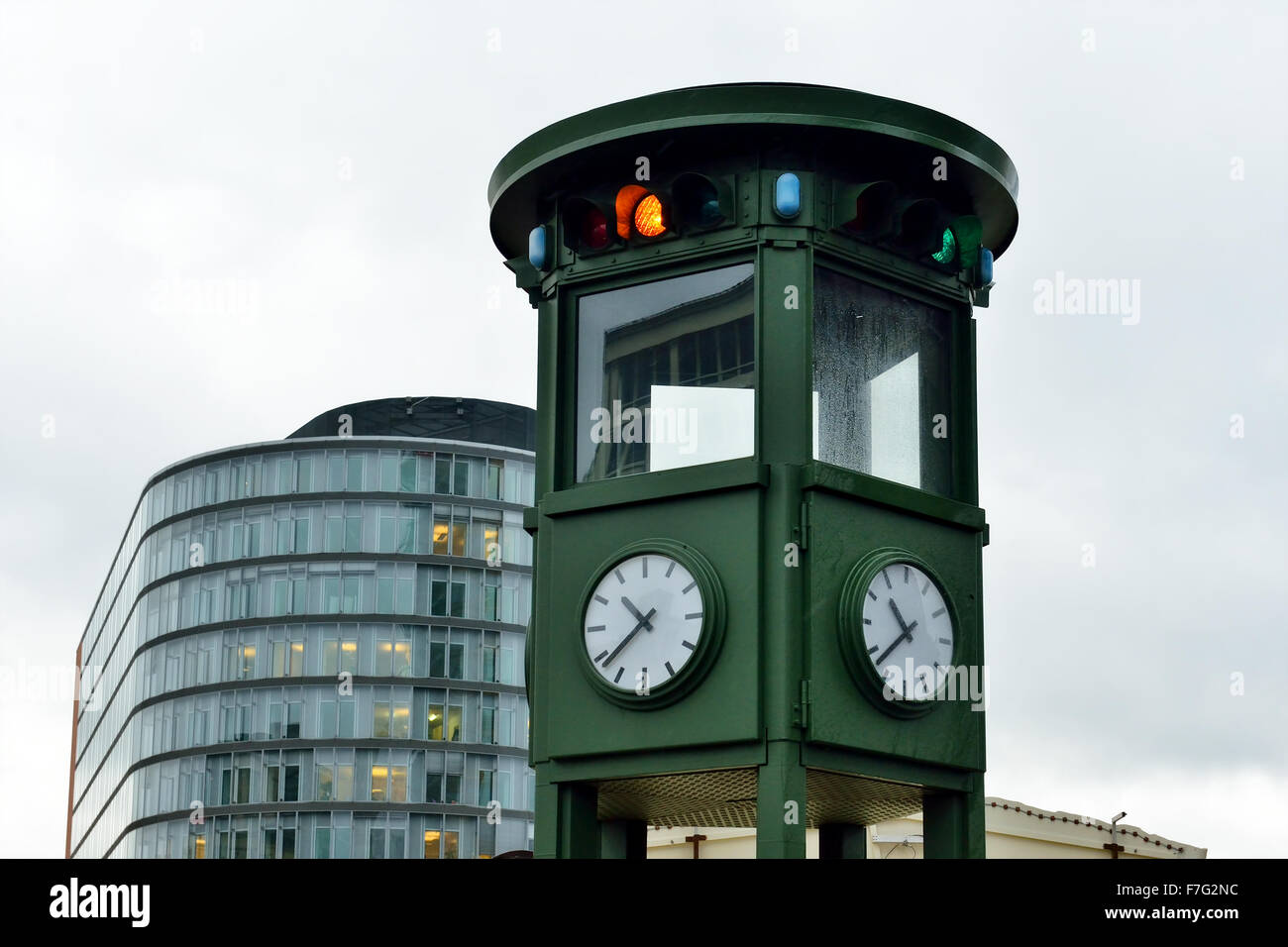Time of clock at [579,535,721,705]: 10:38
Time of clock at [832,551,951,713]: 10:38
